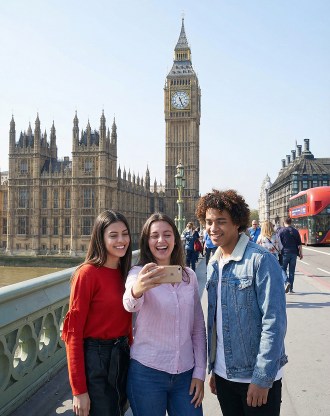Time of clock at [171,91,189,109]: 5:26
